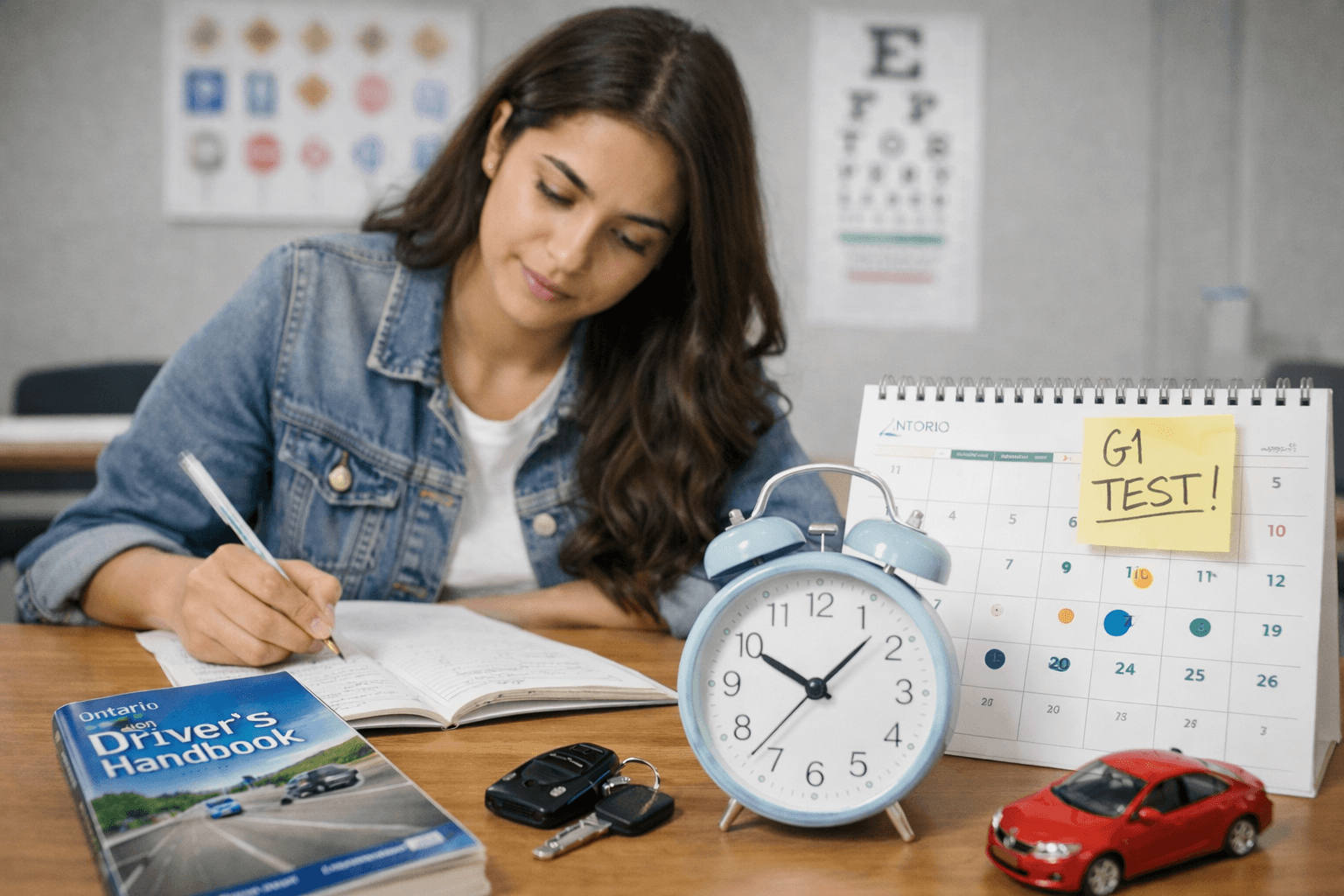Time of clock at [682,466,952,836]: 10:07
